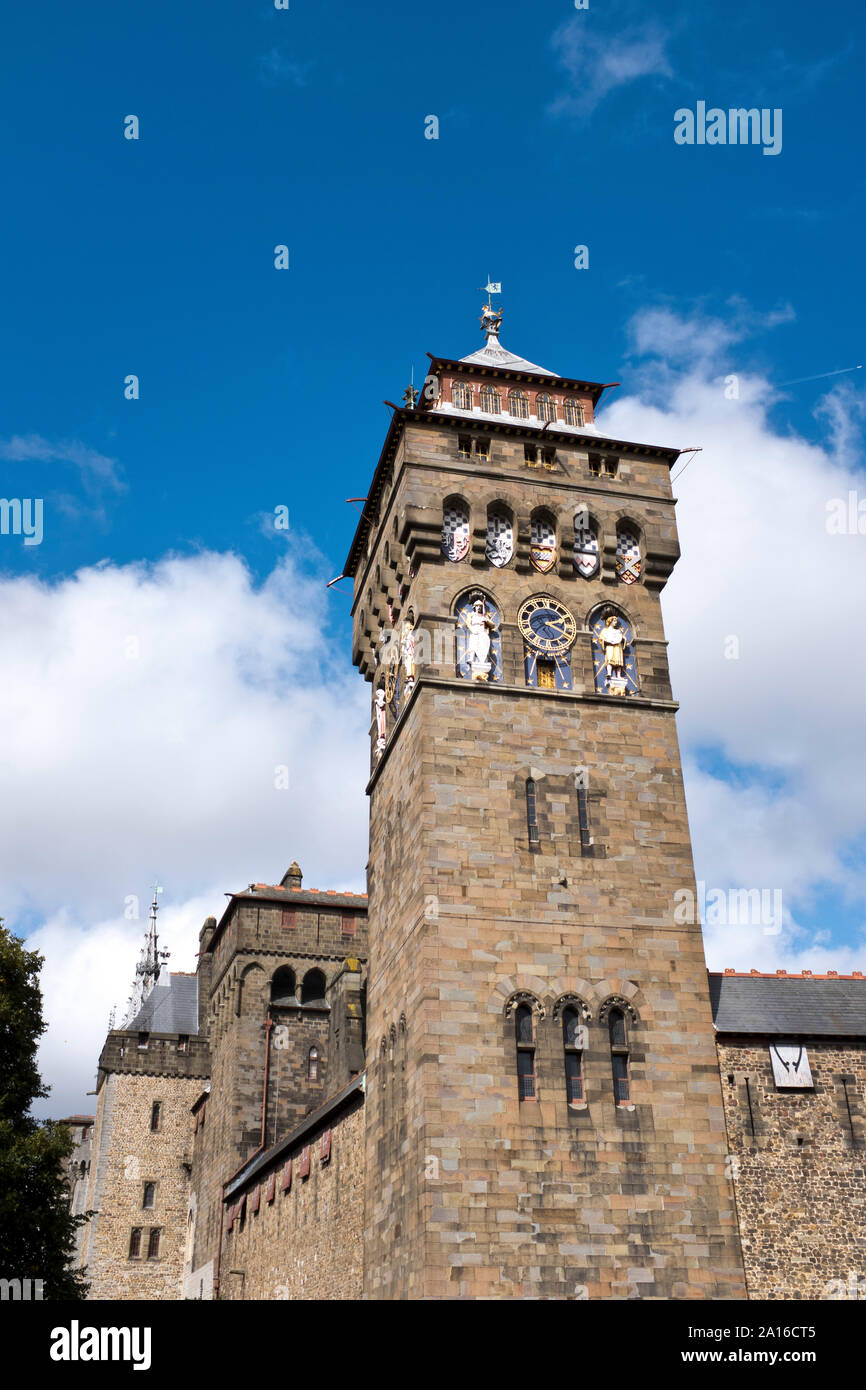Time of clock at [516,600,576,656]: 2:18
